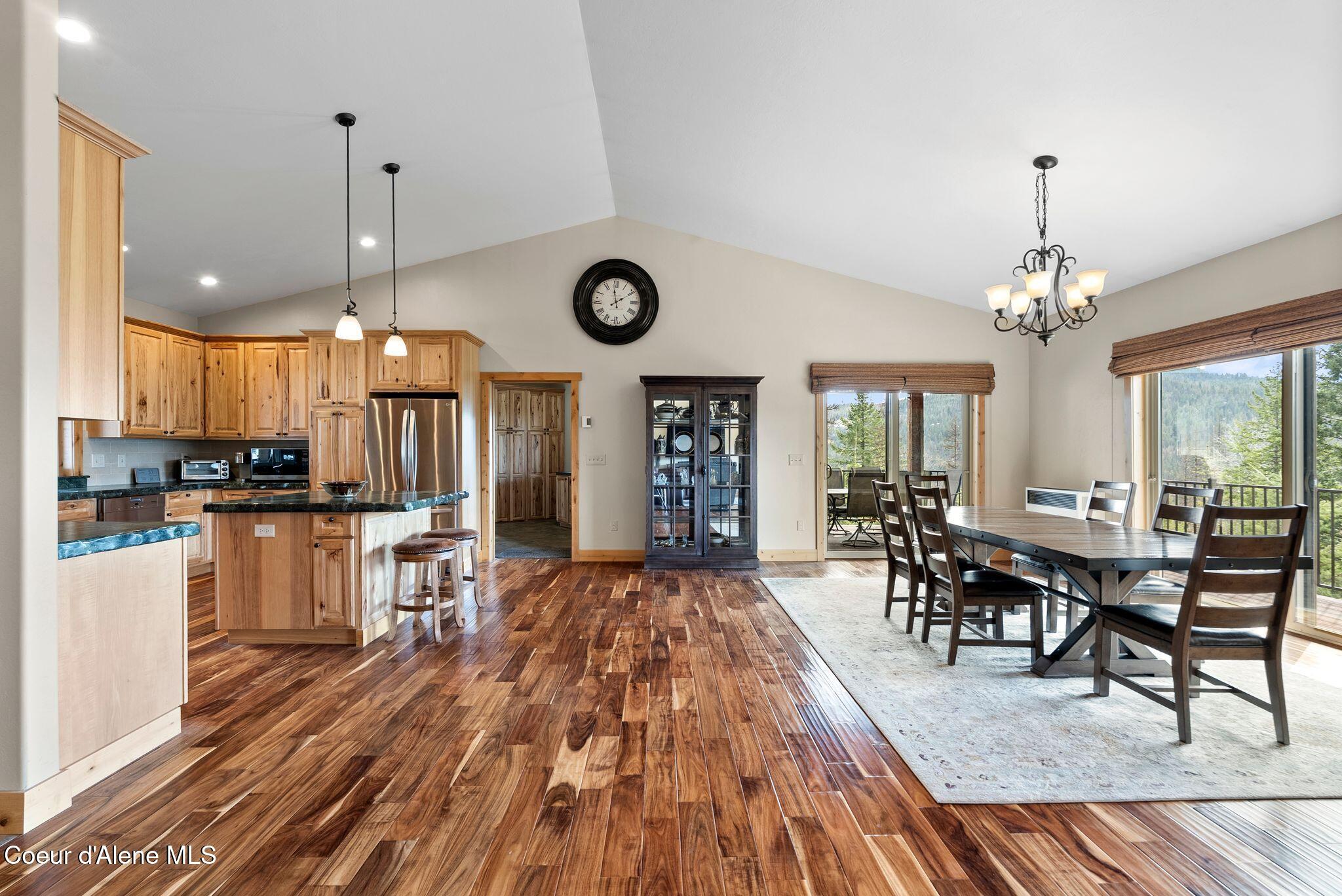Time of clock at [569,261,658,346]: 1:58
